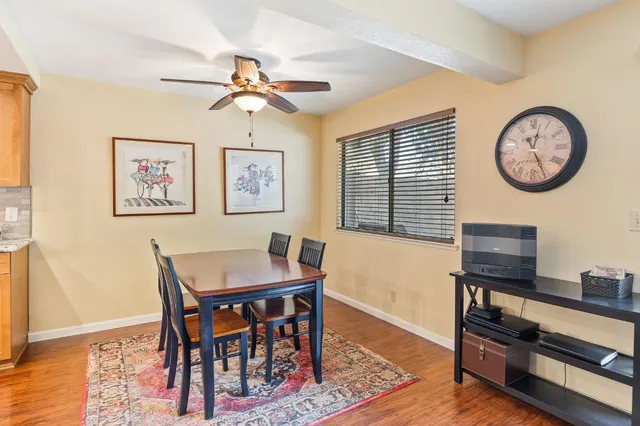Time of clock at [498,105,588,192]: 12:25
